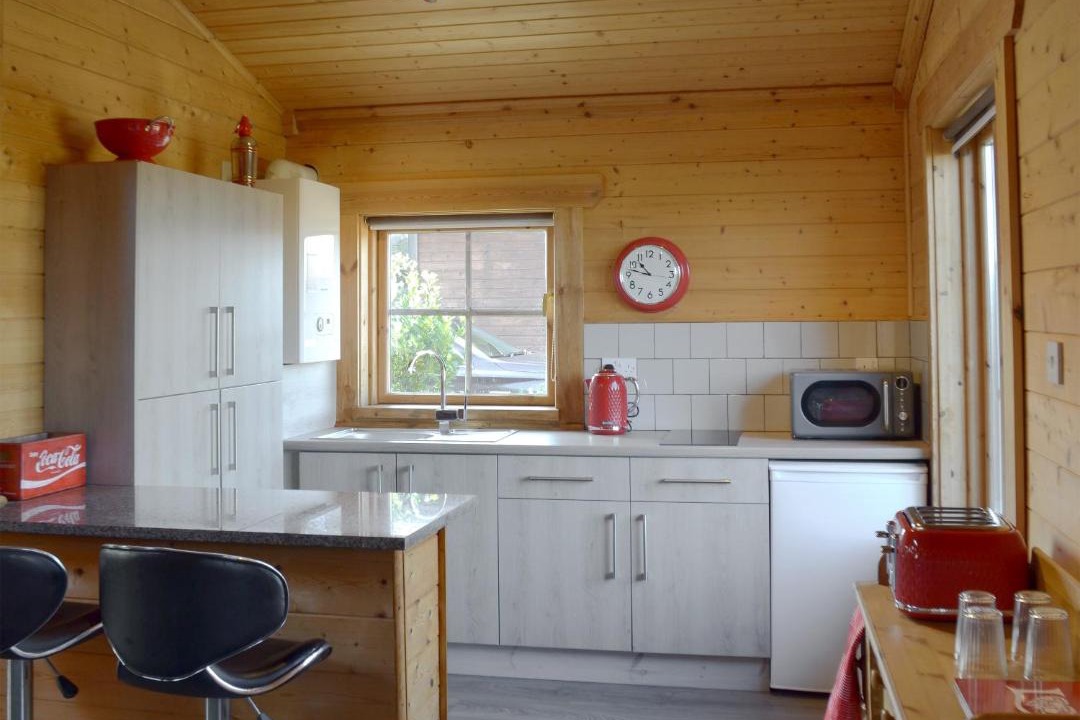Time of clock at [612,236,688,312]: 10:47
